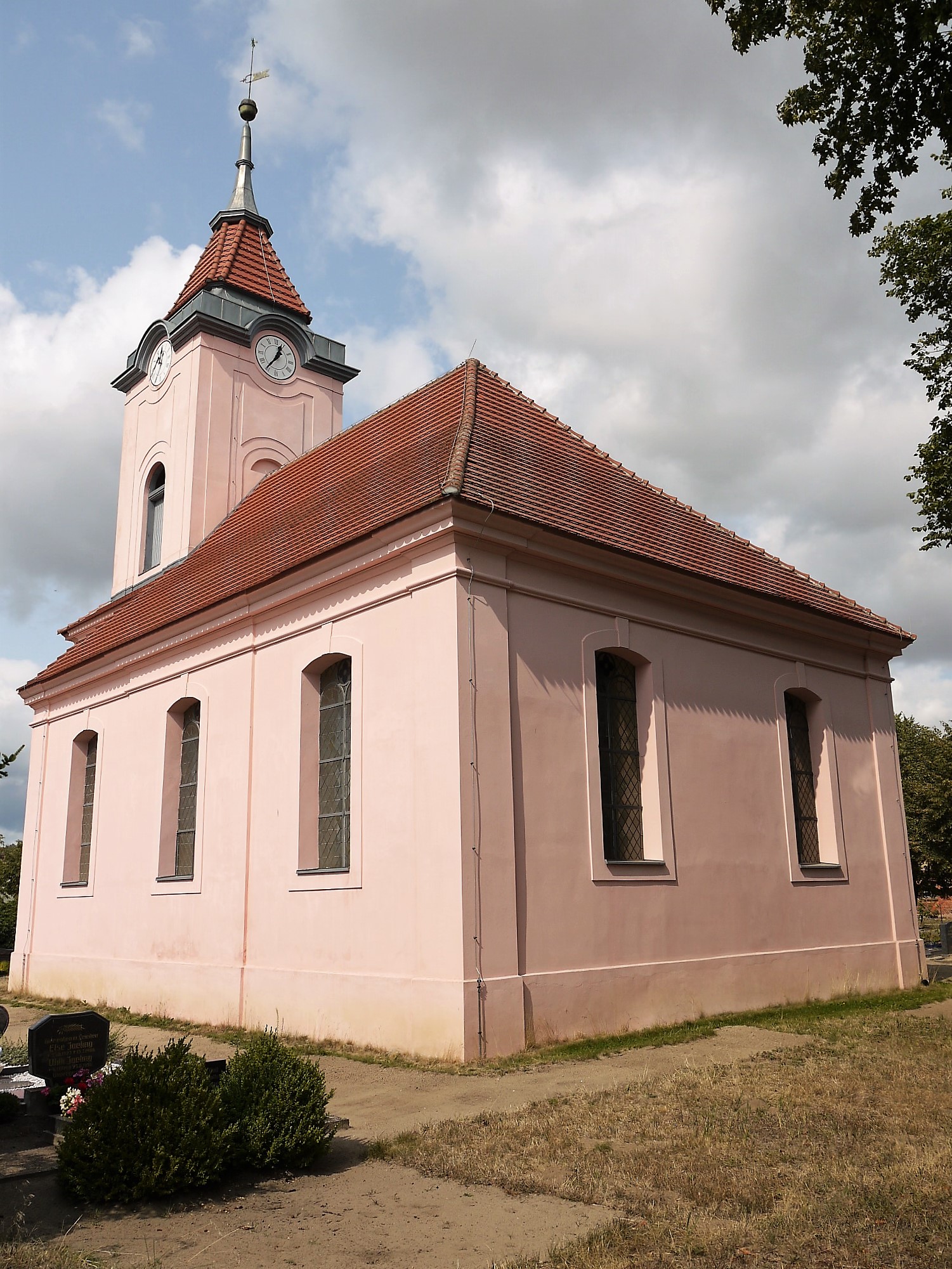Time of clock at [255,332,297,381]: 12:36
